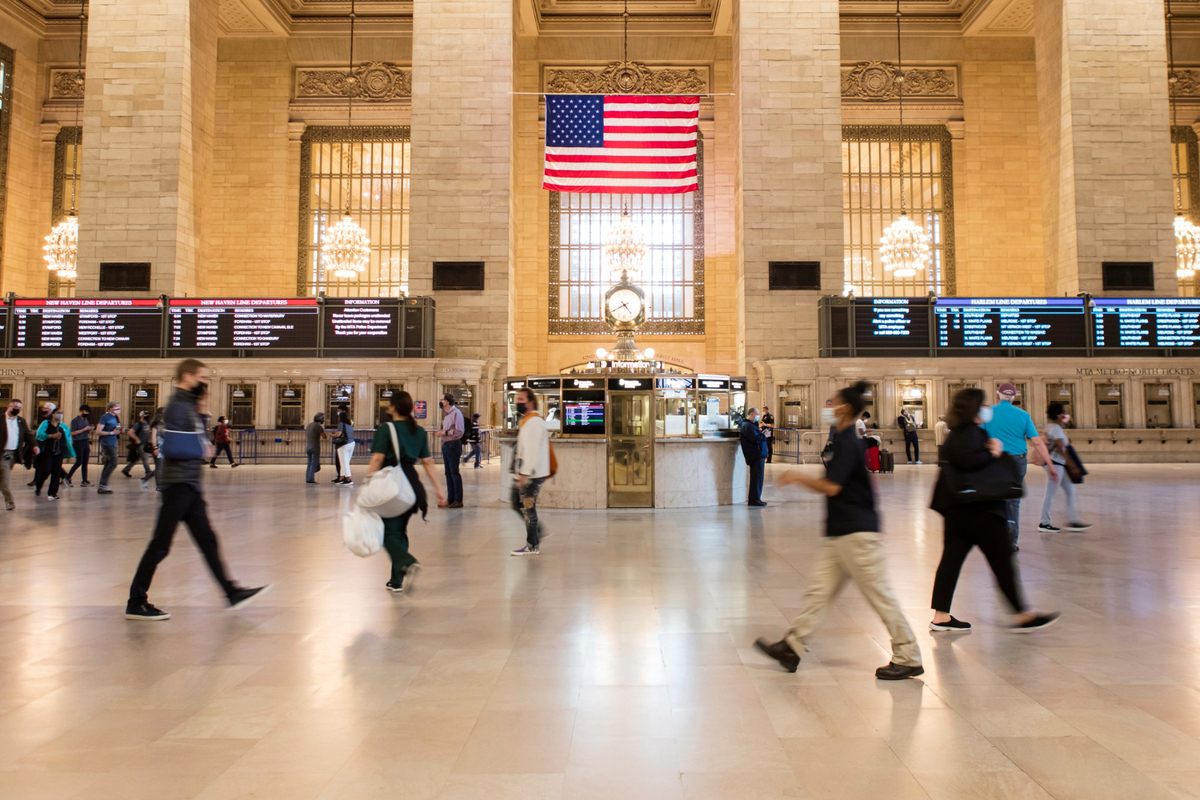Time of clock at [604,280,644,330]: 4:40
